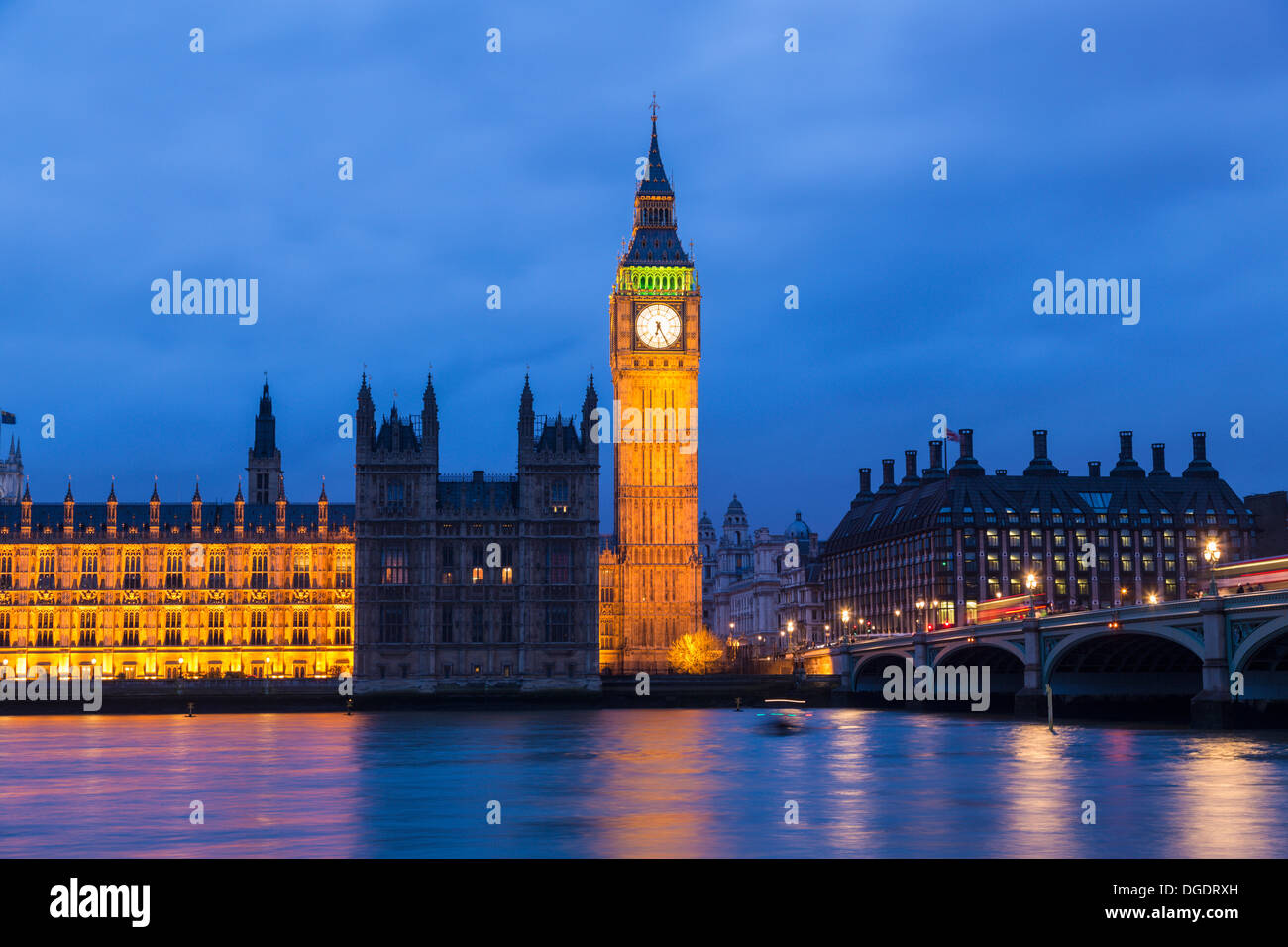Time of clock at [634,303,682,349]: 6:25
